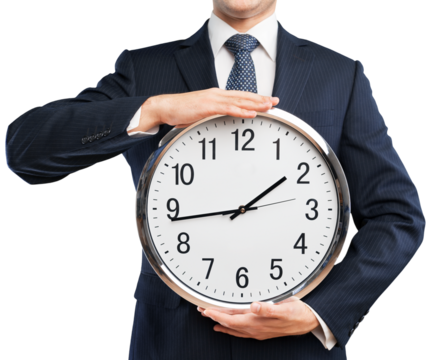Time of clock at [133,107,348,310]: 1:43
